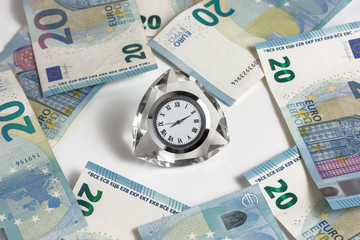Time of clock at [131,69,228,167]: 2:10
